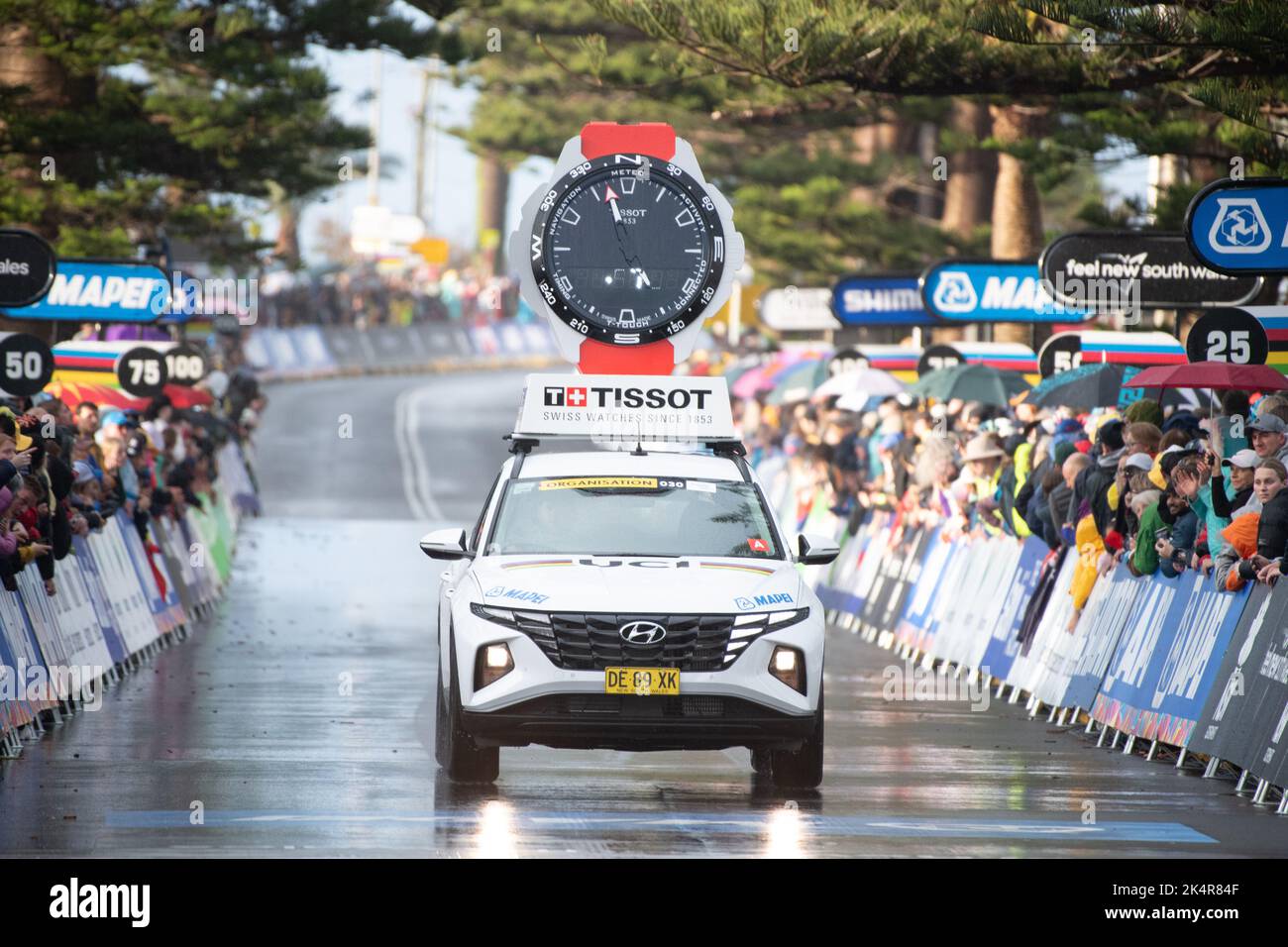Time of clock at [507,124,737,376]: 4:57
